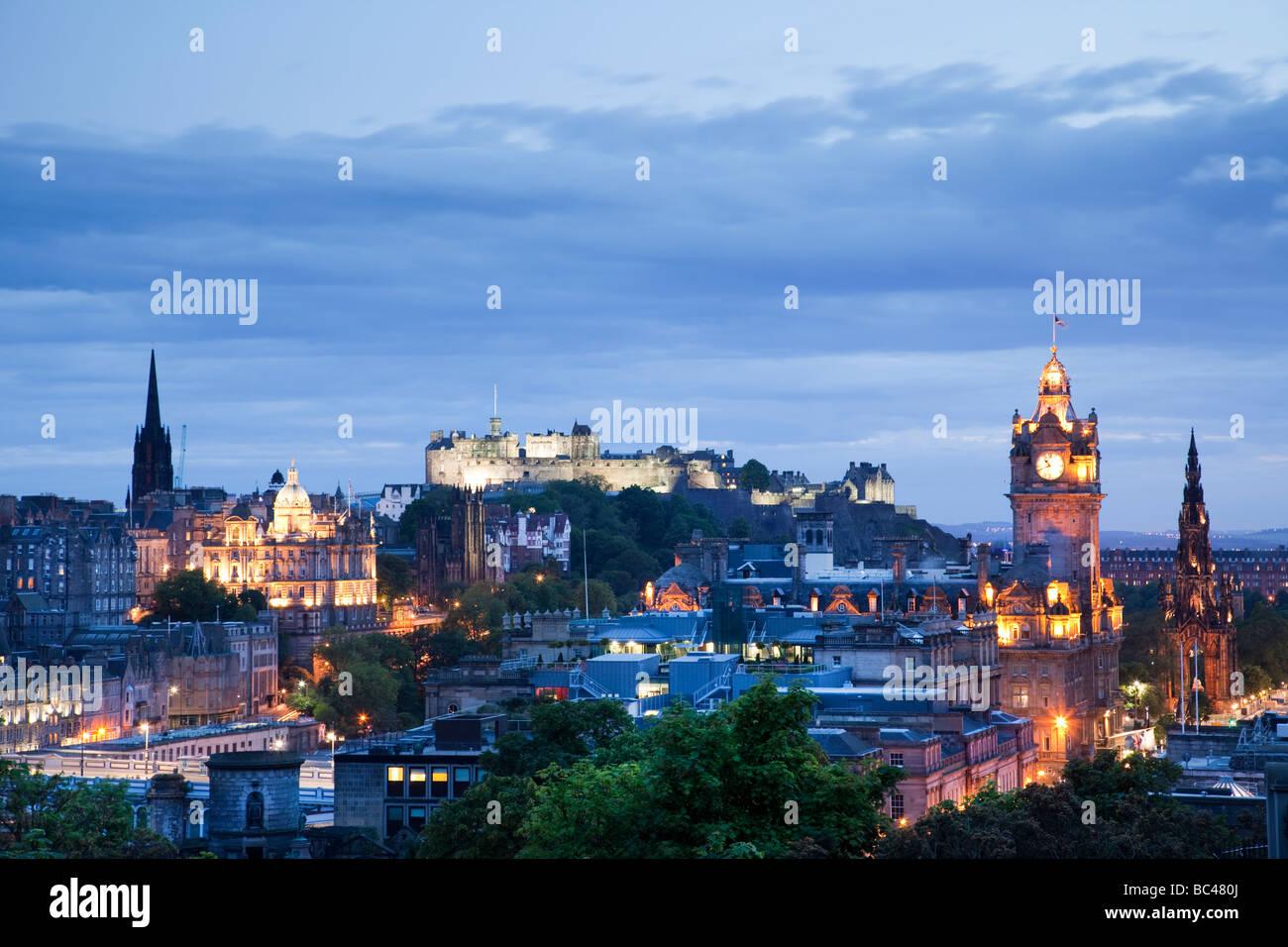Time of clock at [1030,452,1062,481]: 10:41
